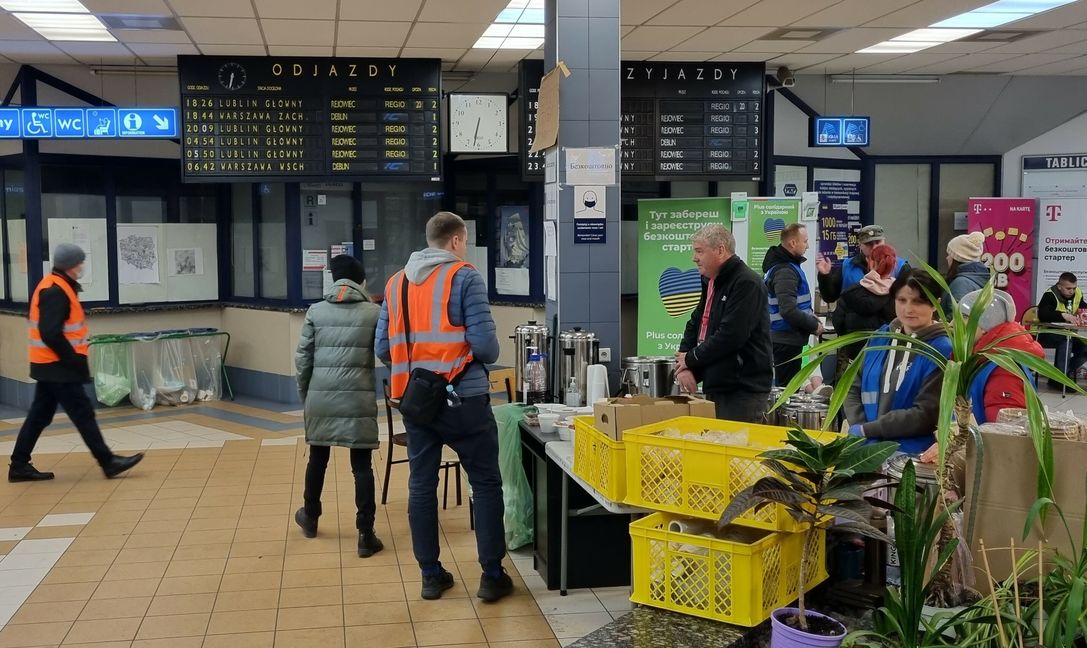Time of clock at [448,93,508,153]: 6:32
